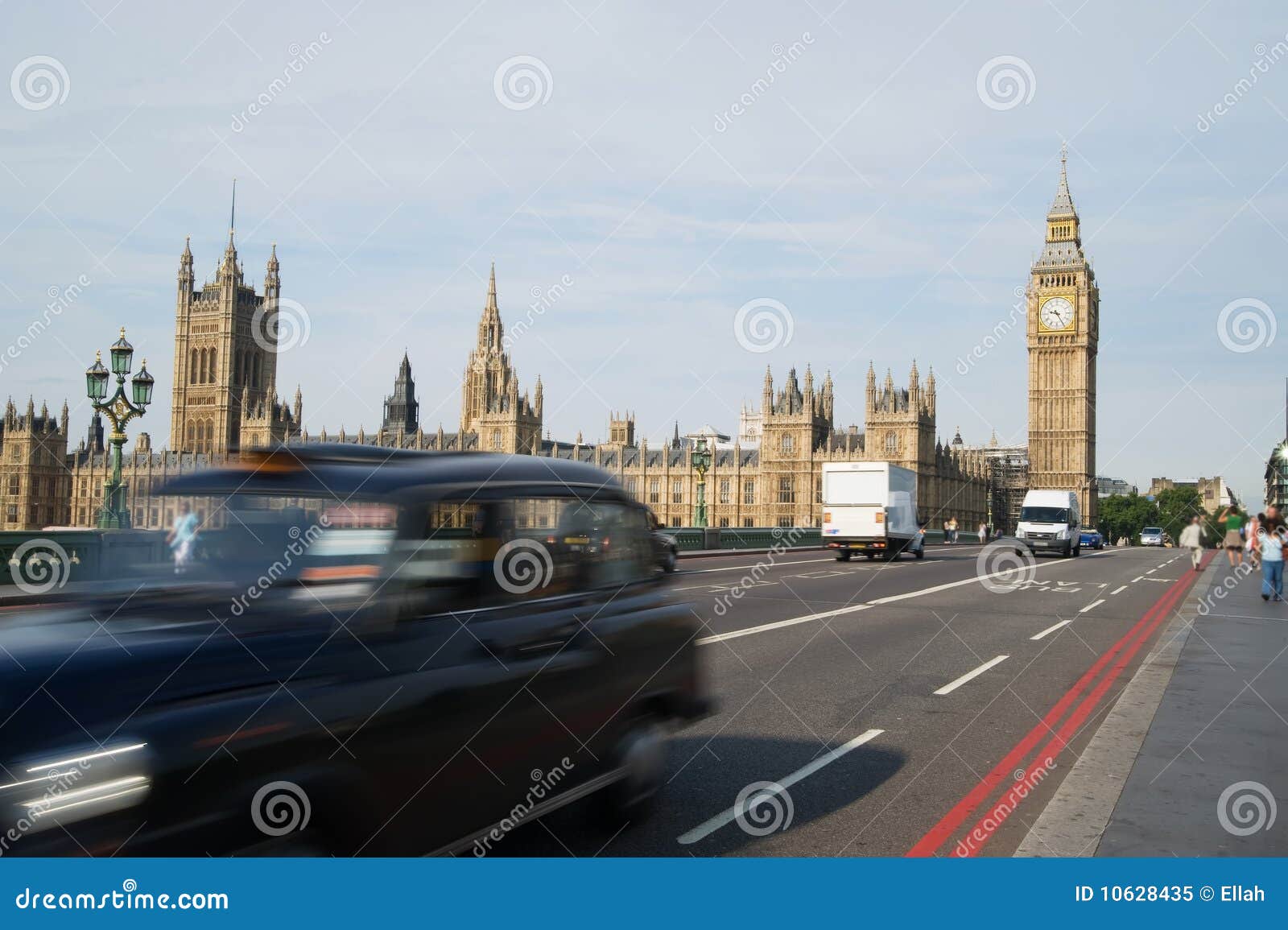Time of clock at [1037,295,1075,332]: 9:25
